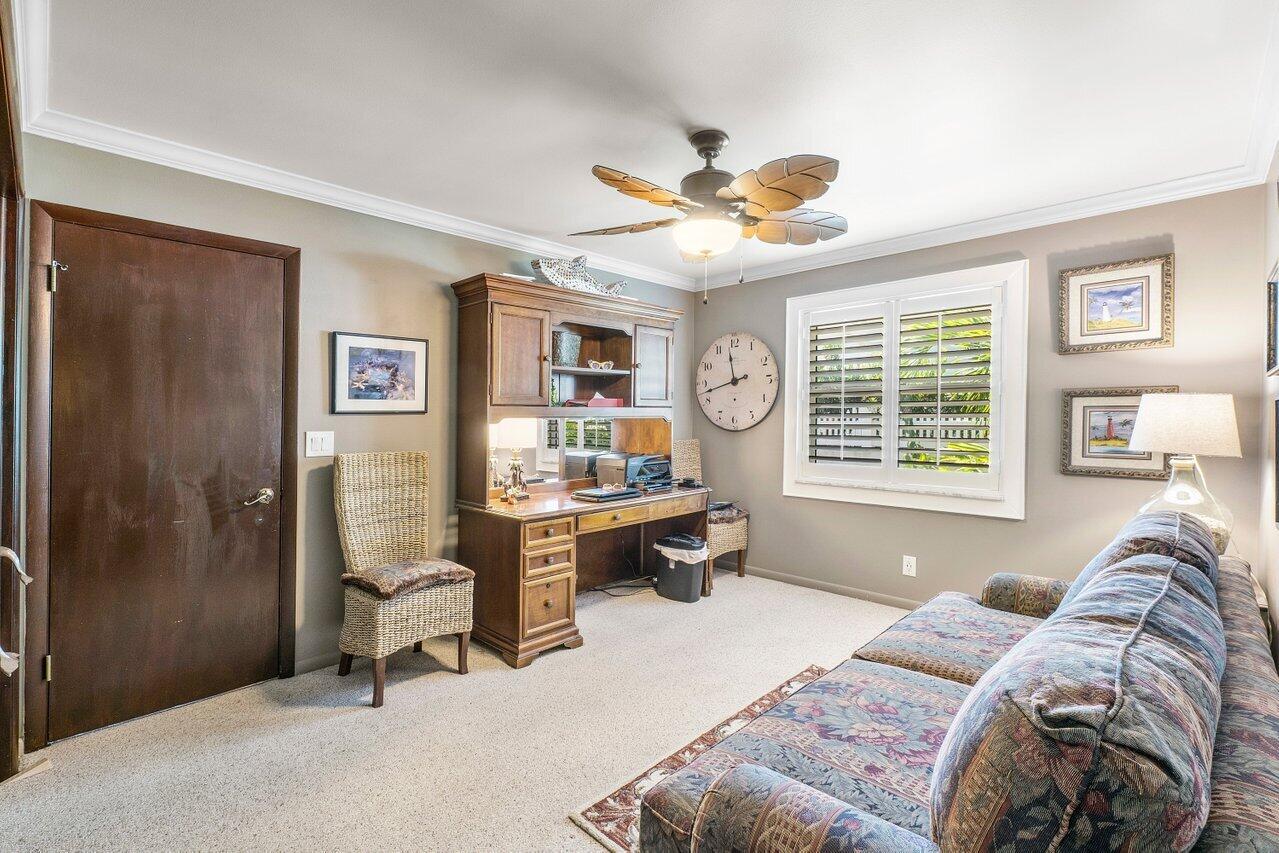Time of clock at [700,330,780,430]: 11:42
